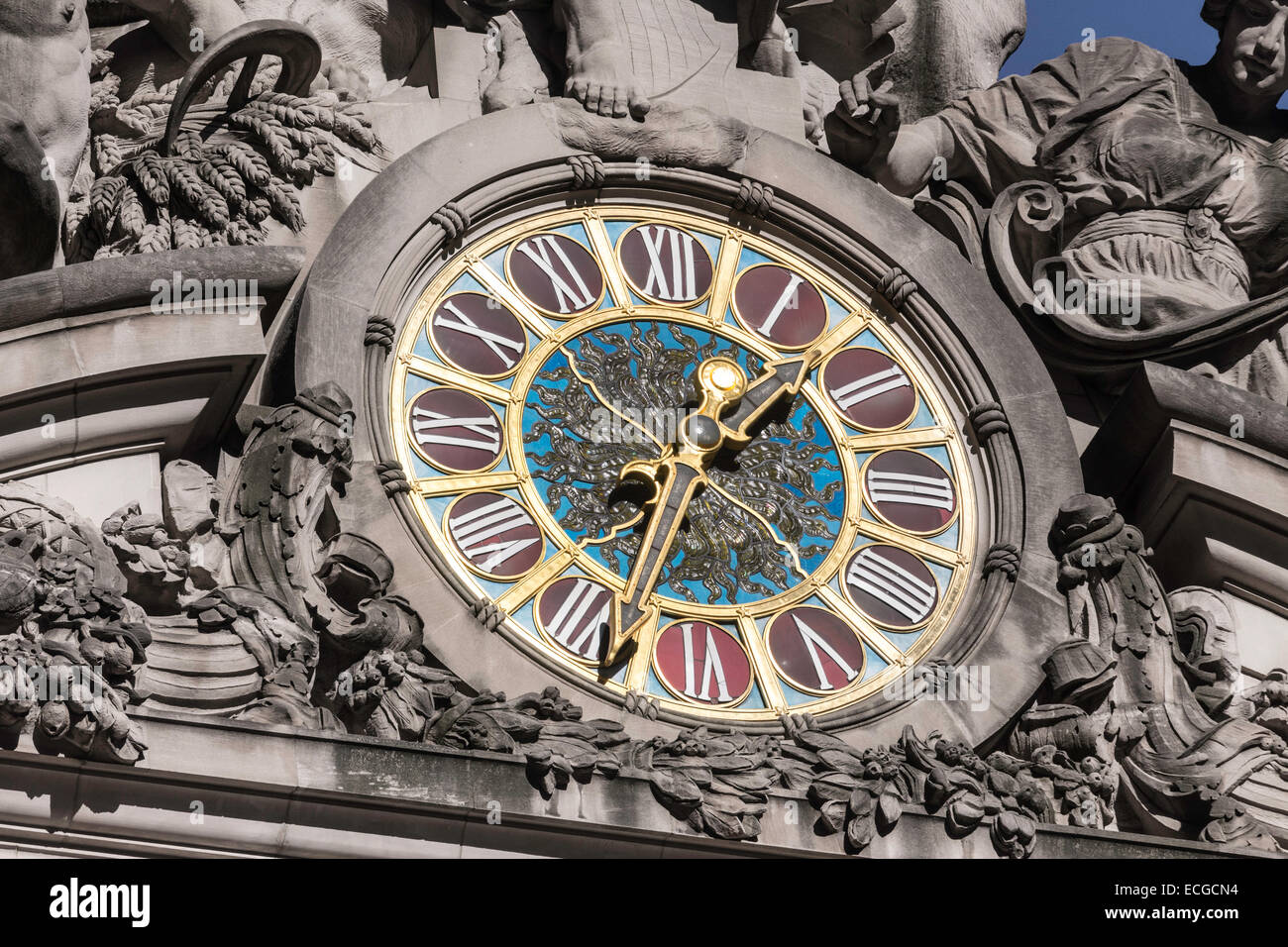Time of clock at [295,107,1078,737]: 1:33
